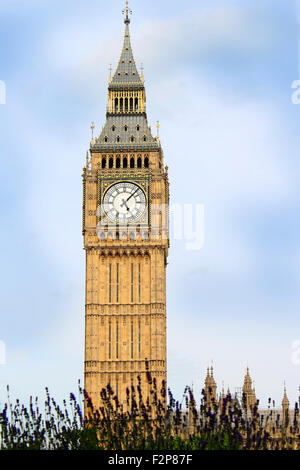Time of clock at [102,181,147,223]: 5:07
